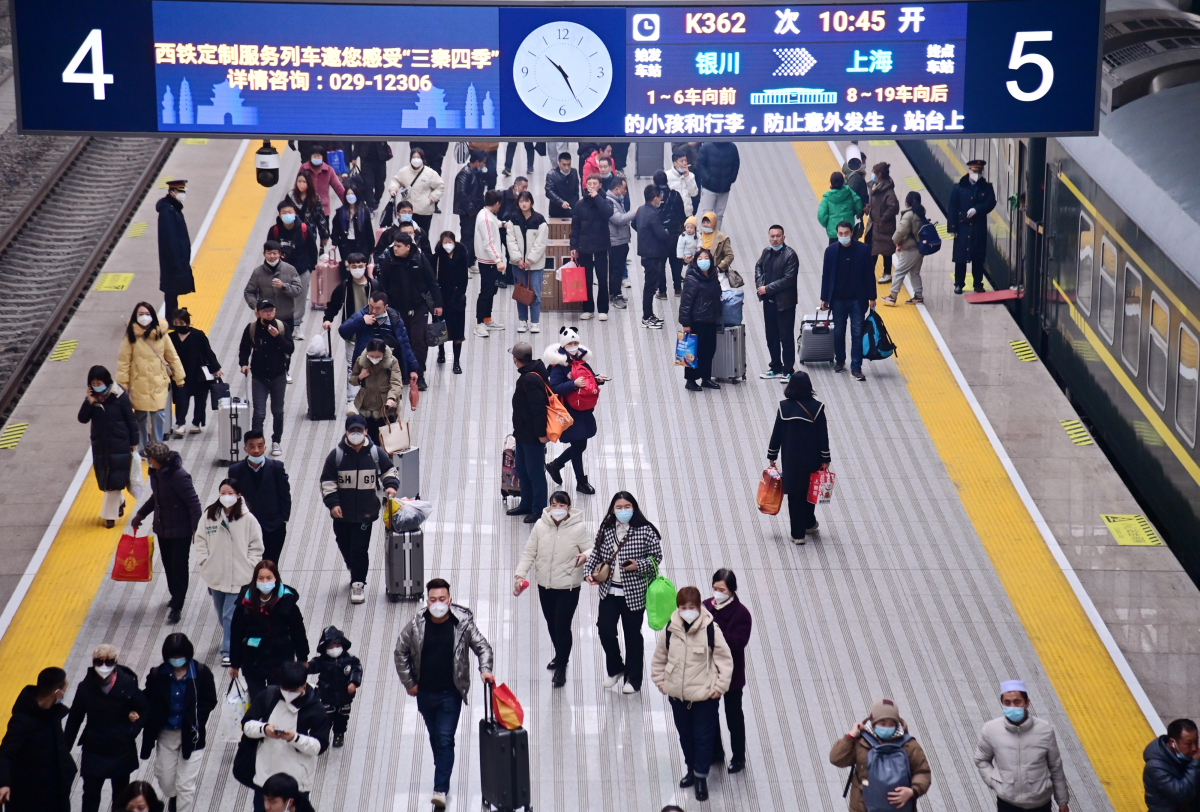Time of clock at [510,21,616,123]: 10:25
